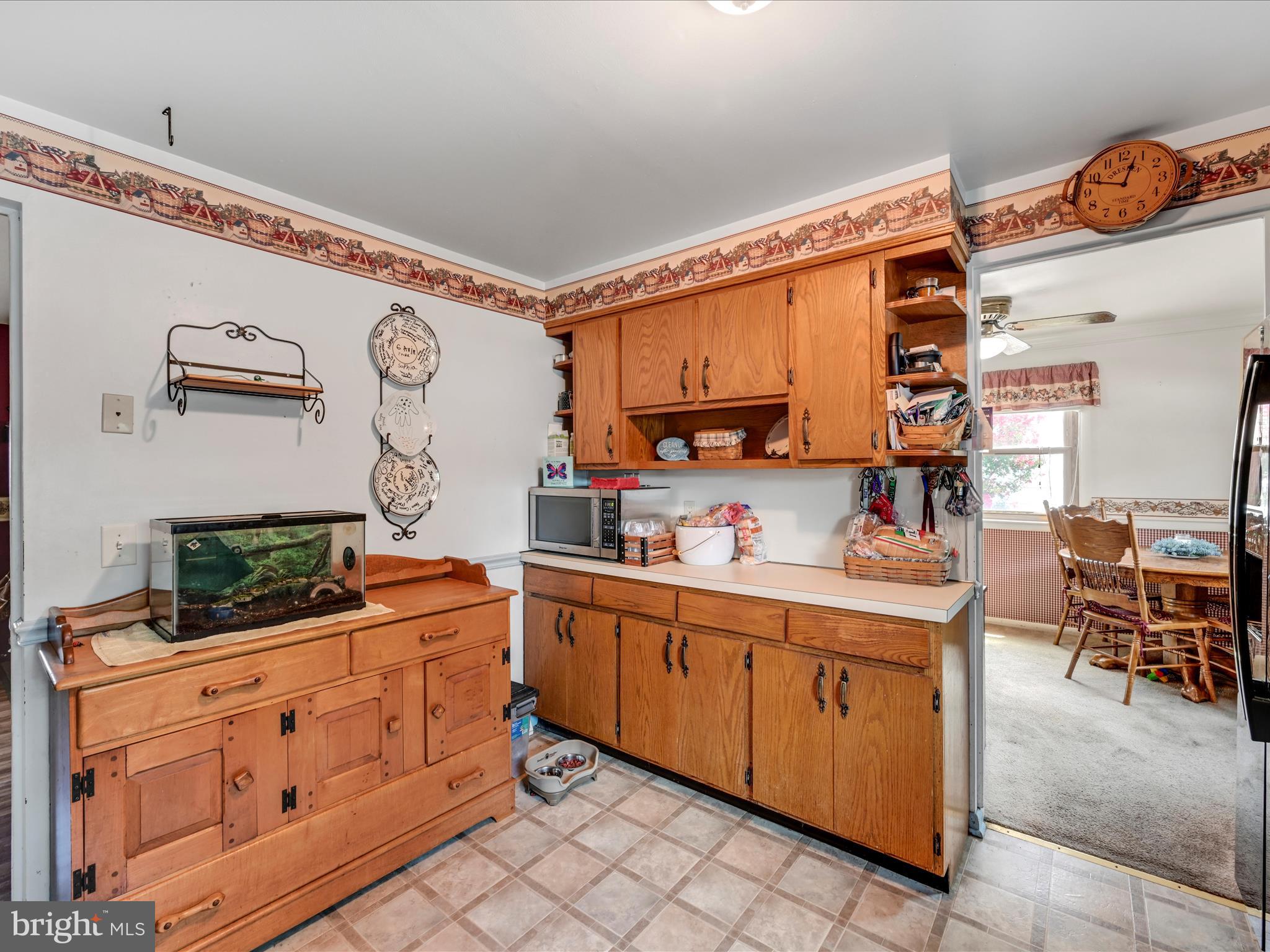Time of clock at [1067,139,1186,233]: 12:47
